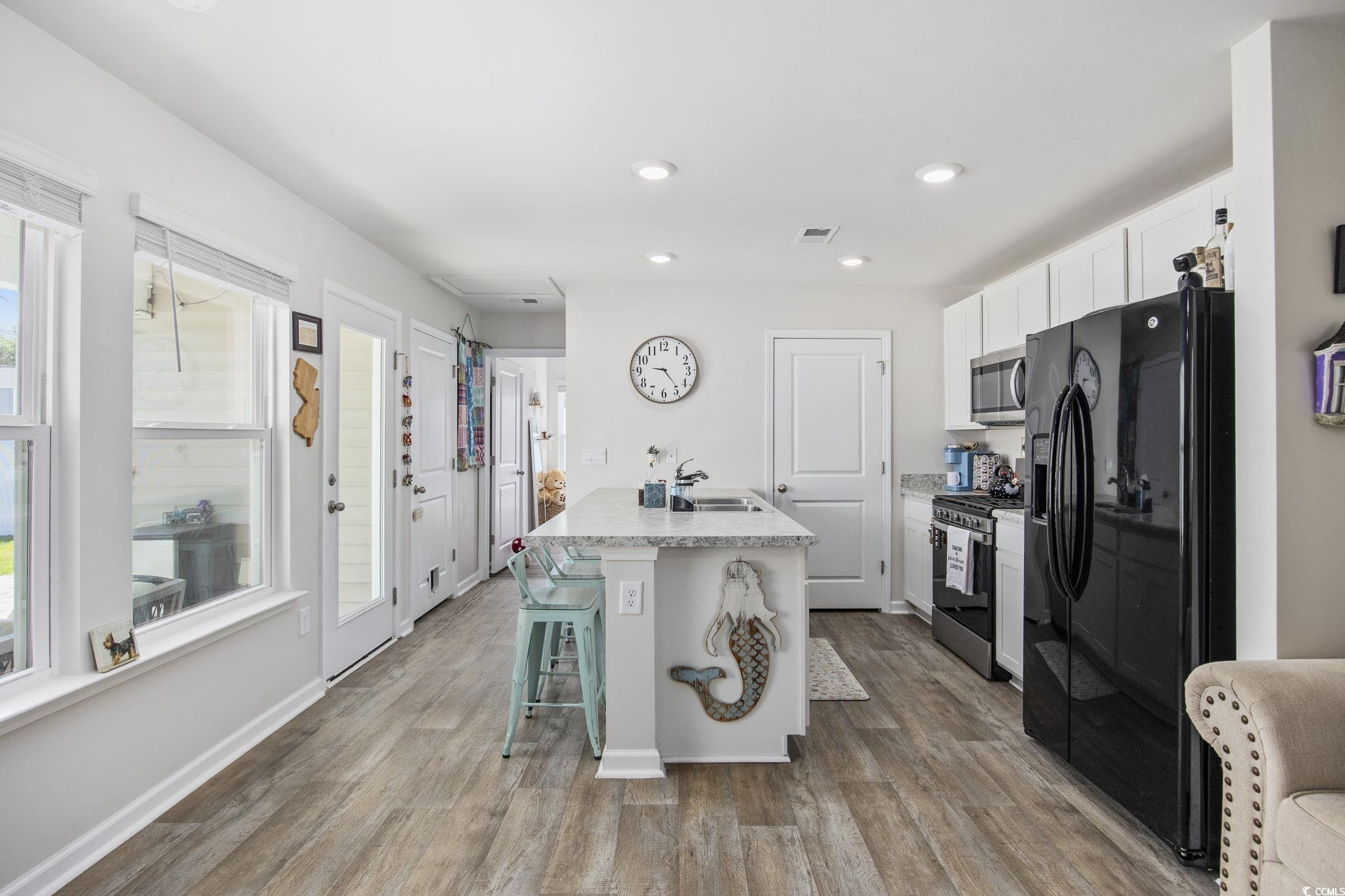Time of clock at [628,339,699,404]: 9:23
